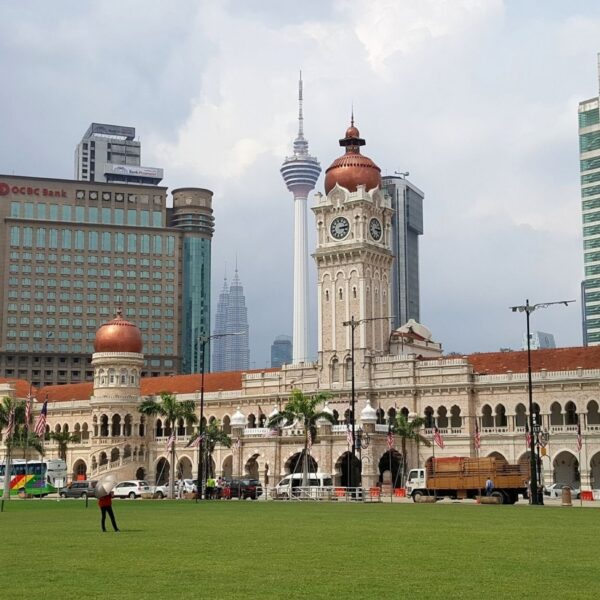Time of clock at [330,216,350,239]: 3:13
